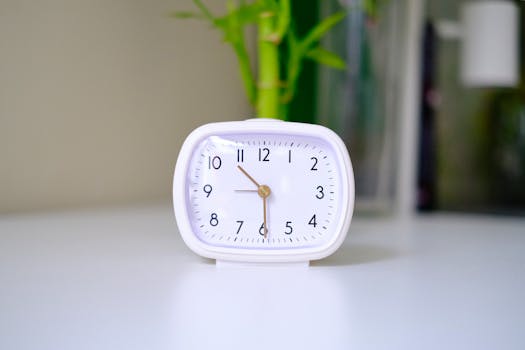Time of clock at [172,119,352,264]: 10:29
